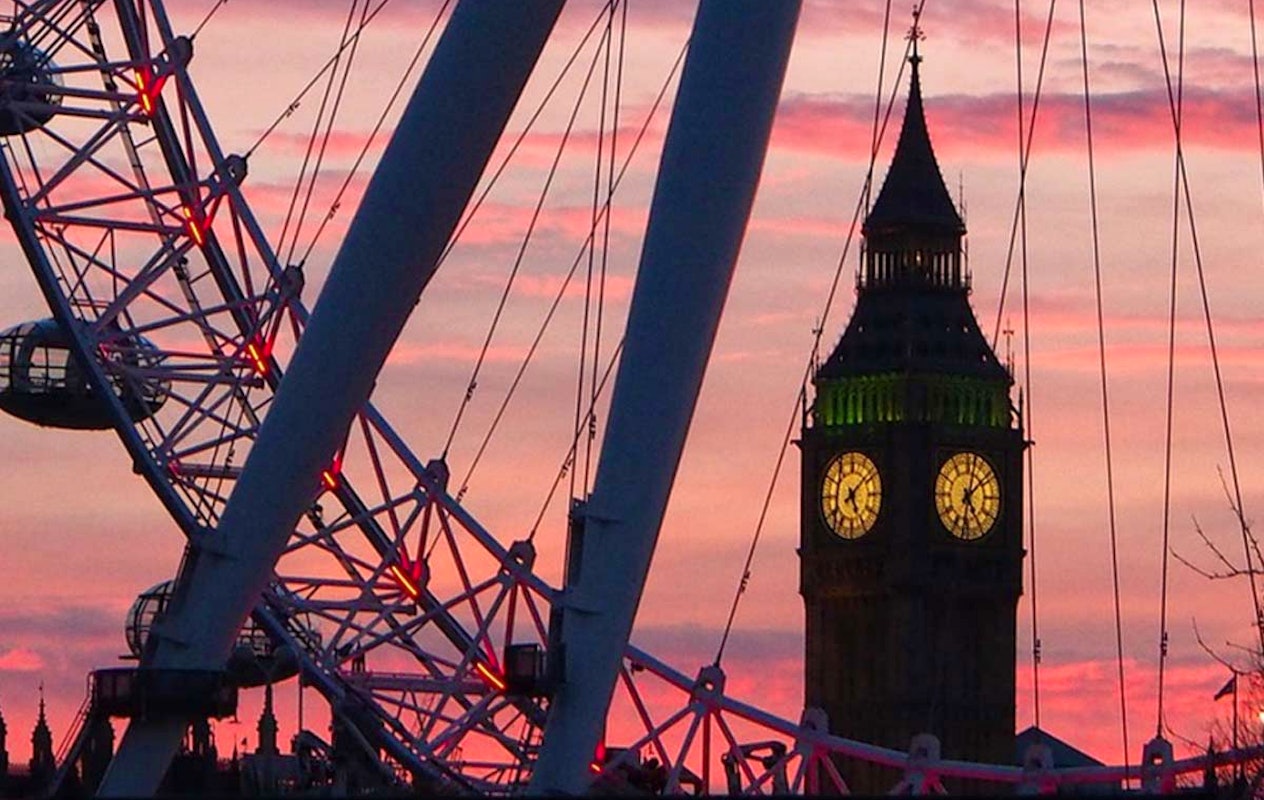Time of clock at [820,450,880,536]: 5:08
